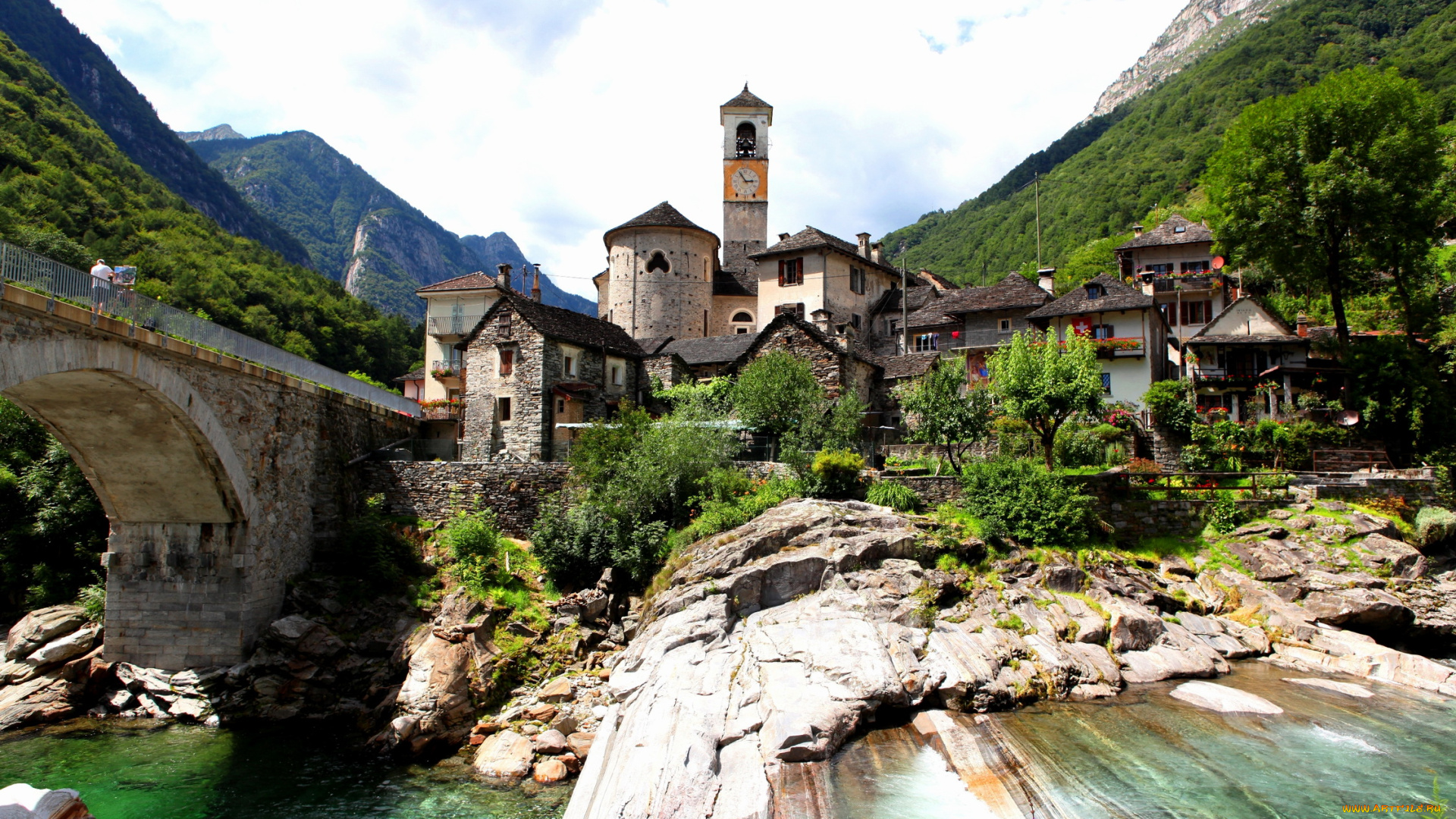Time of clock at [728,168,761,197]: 2:54
